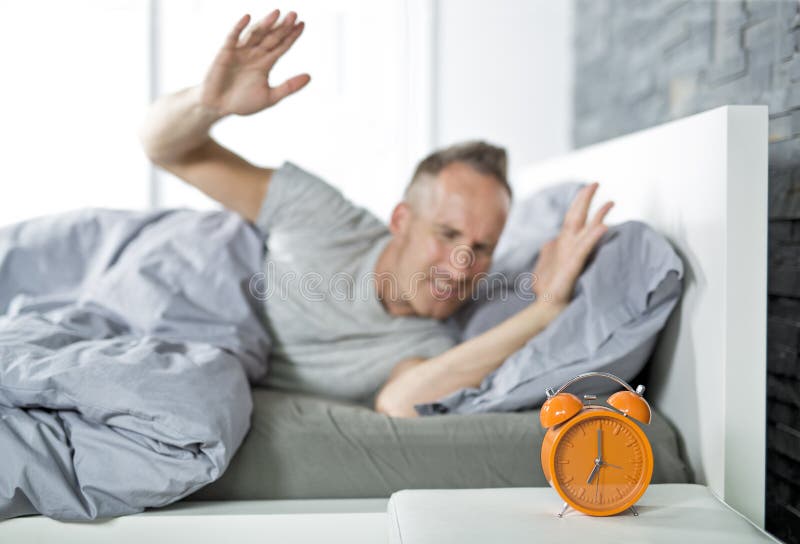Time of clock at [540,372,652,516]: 7:00
